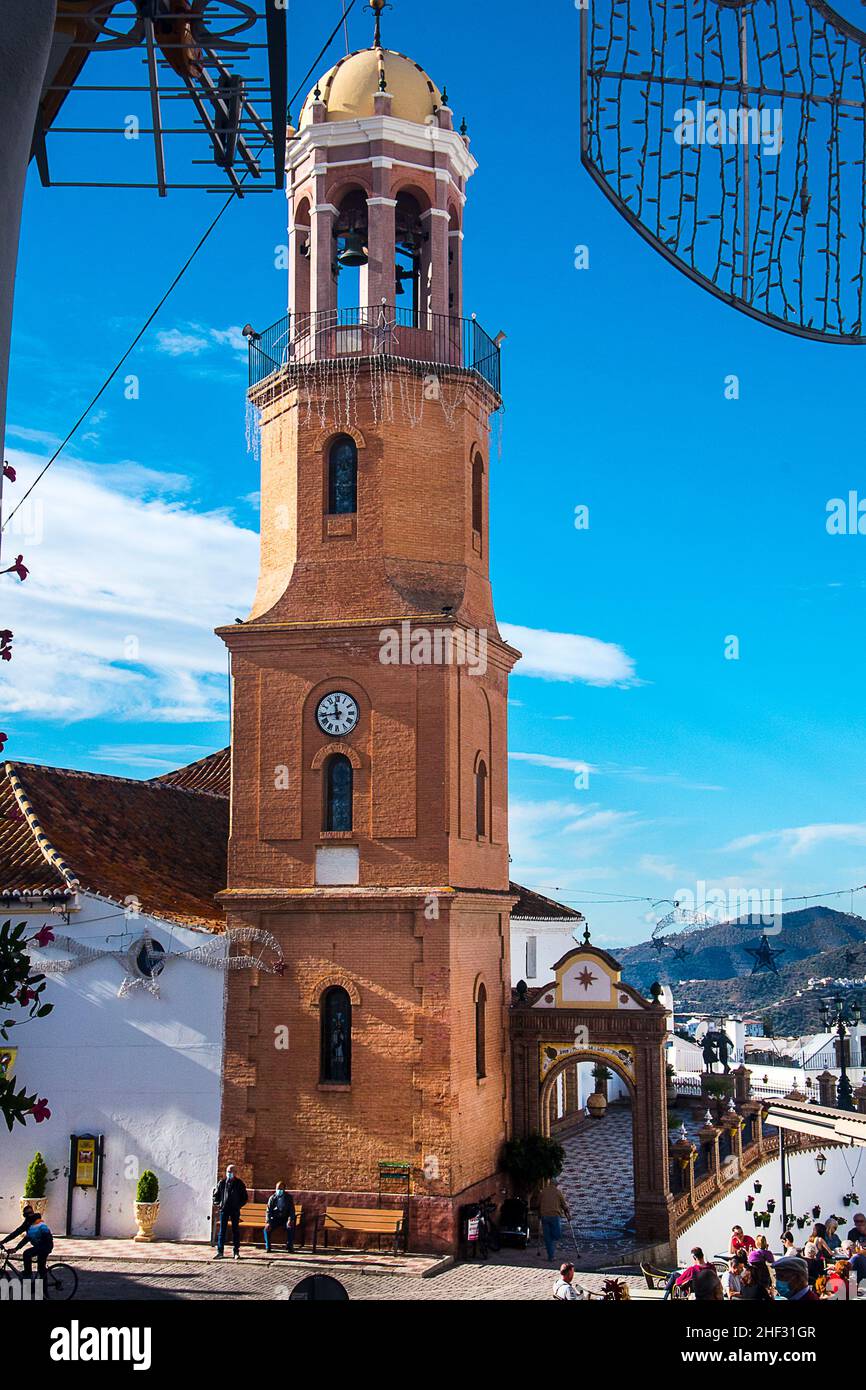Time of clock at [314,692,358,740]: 11:43
